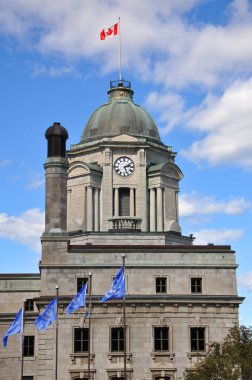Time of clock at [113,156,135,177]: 2:26
